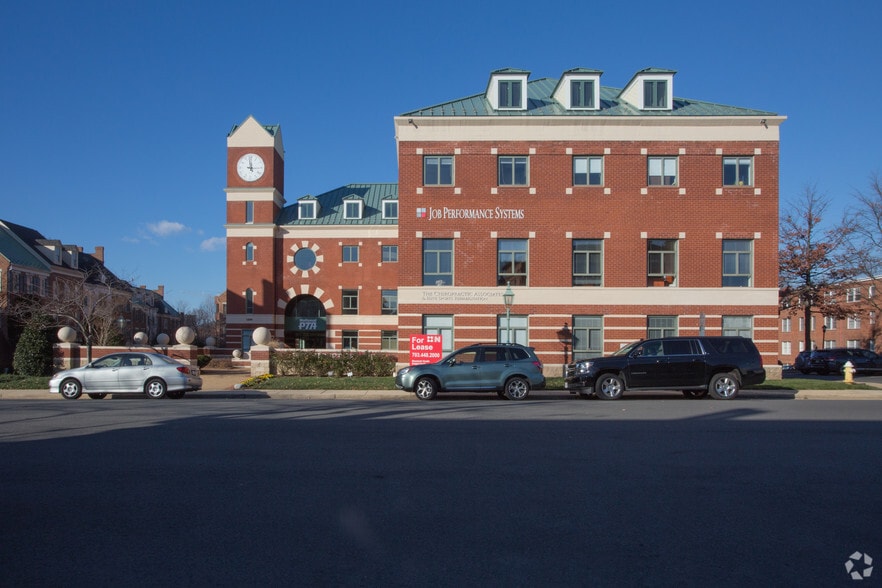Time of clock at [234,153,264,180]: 2:58
